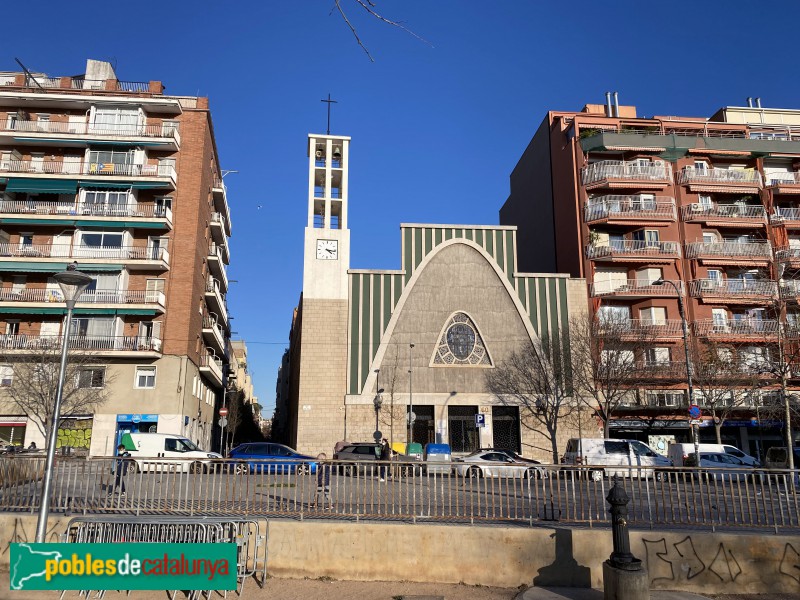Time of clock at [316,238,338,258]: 4:16
